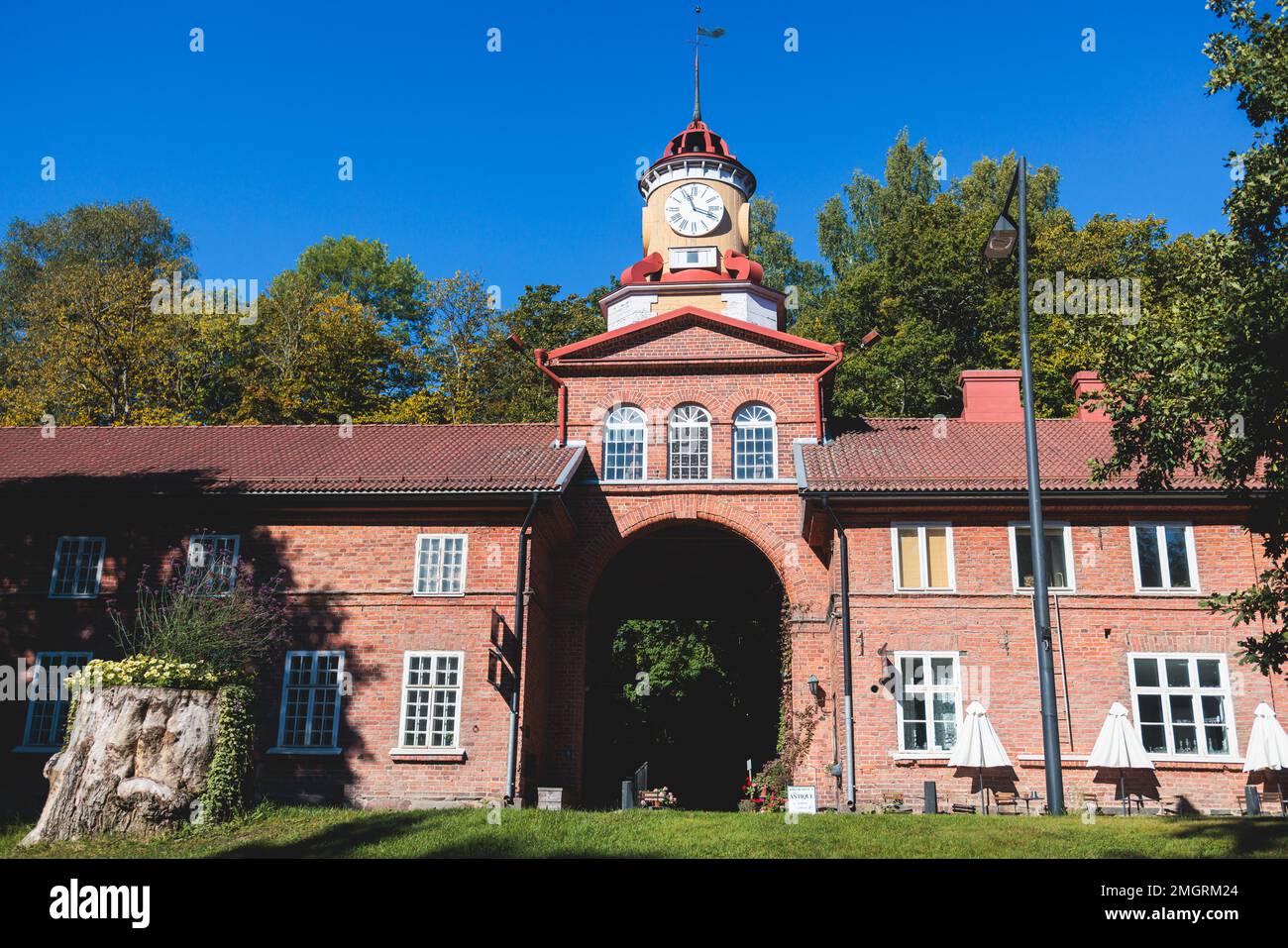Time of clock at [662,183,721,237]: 11:18
